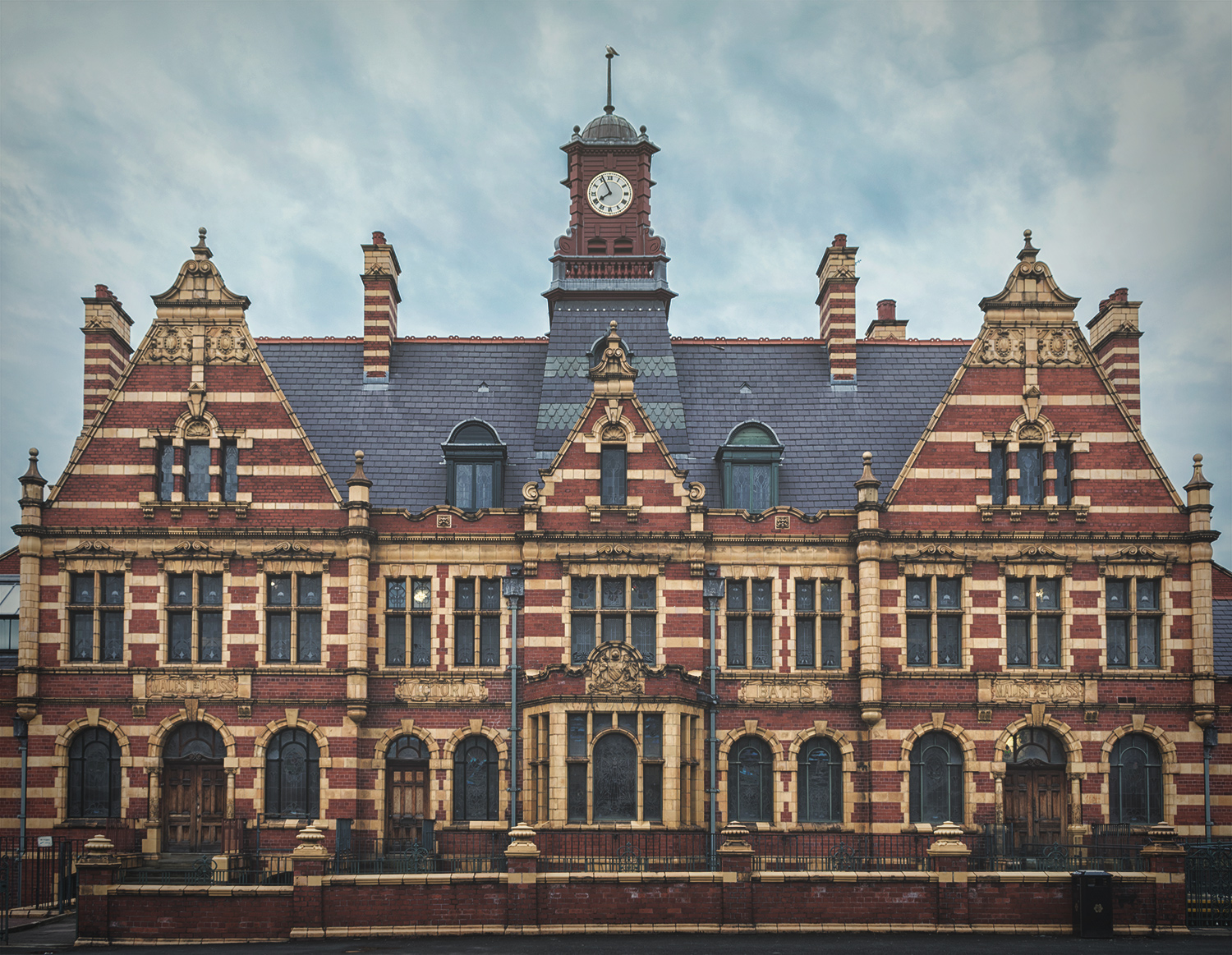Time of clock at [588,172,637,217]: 7:55
